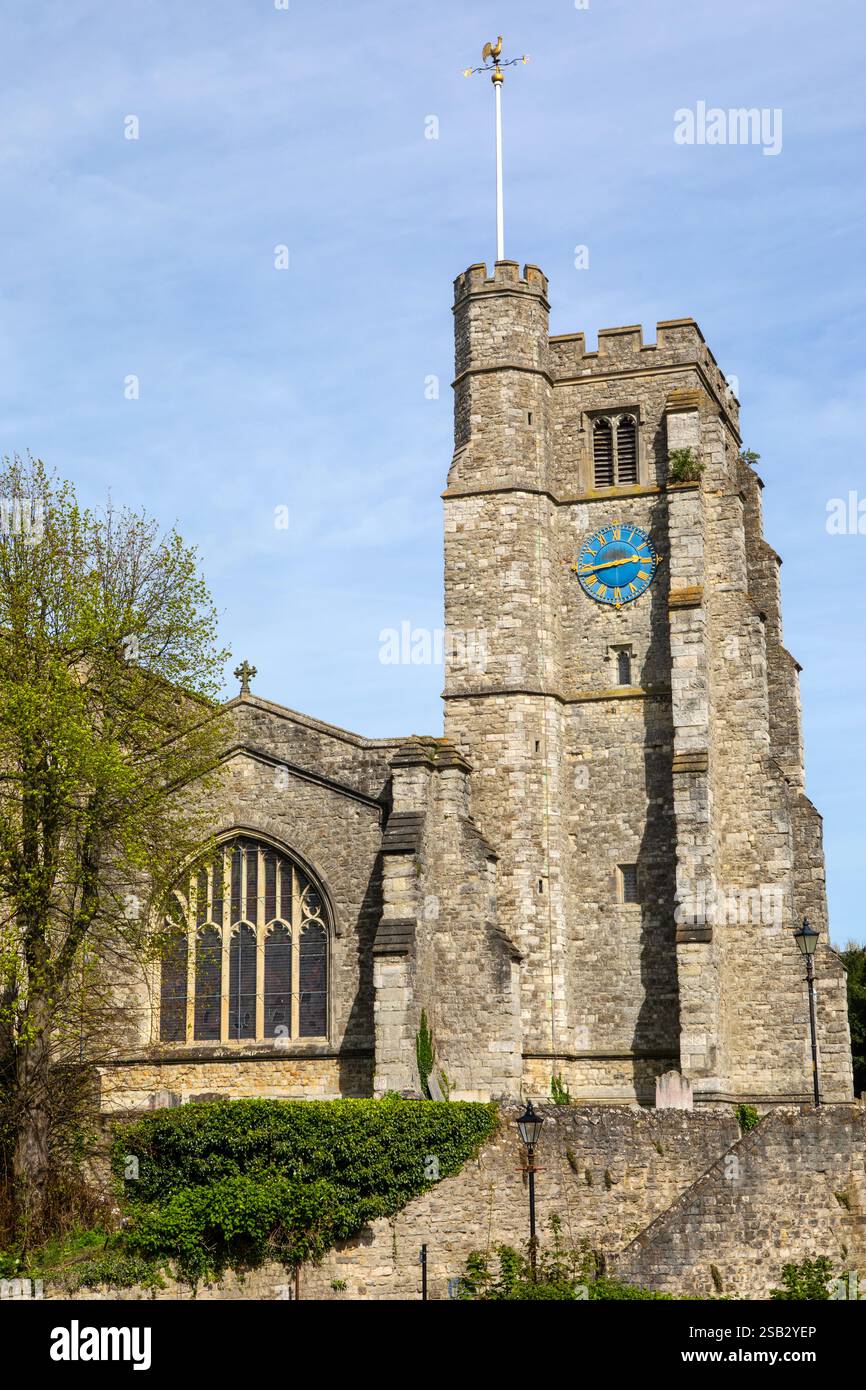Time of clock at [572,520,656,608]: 2:42
